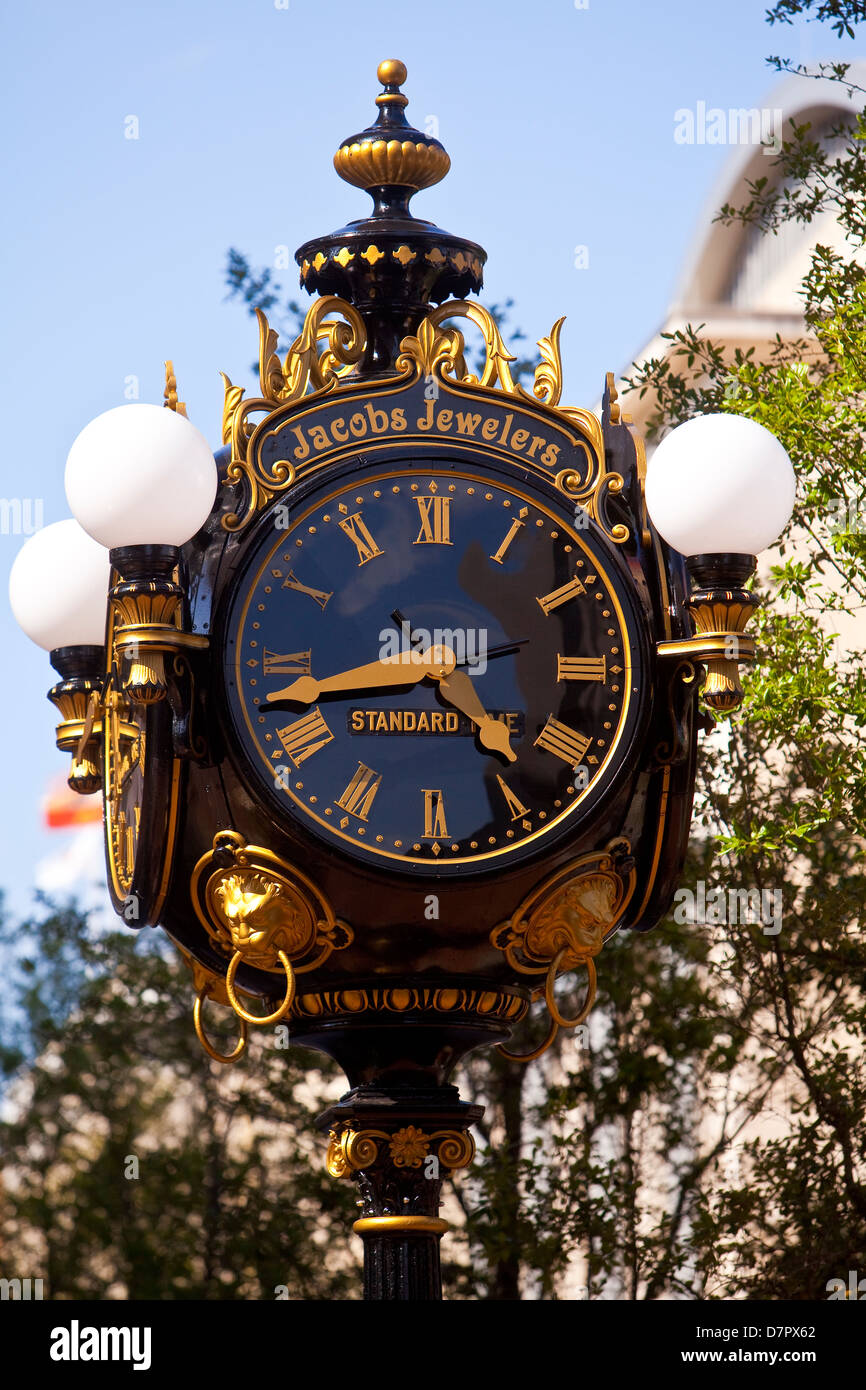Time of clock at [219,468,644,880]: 4:43
